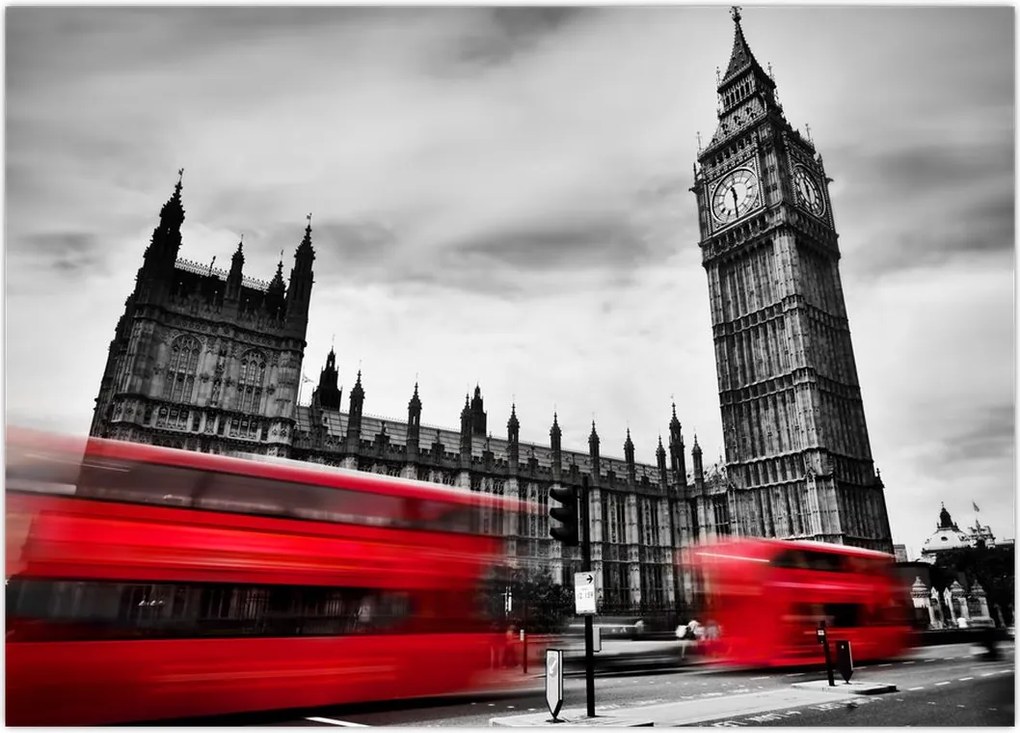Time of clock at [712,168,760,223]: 11:30
